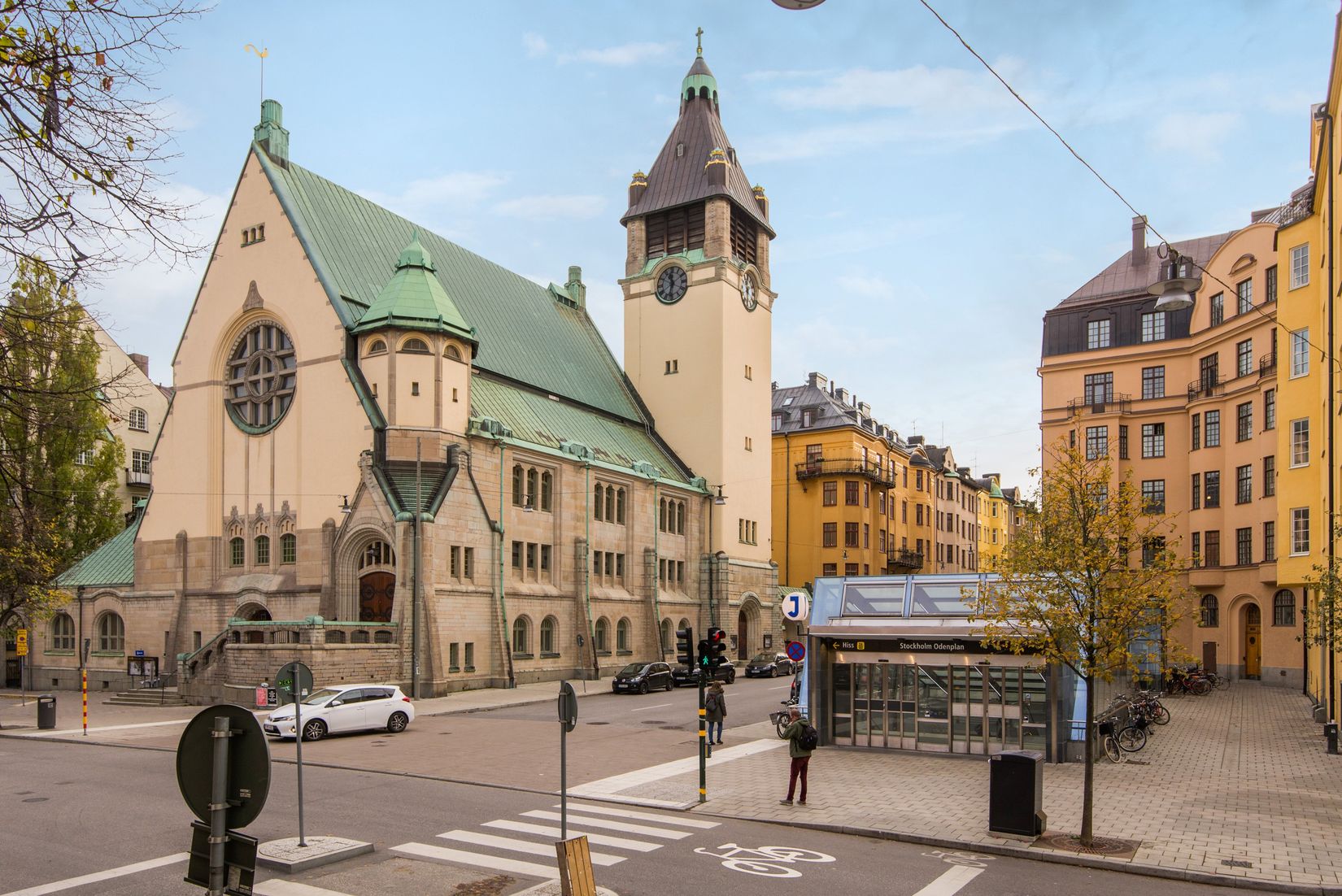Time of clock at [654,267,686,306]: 11:32
